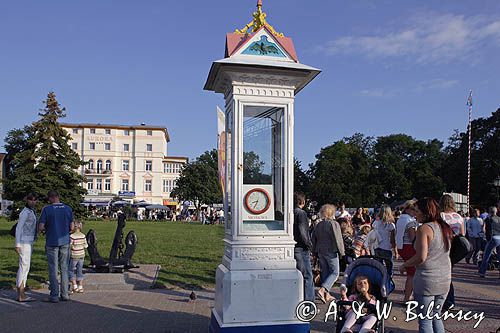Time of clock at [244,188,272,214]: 8:34
